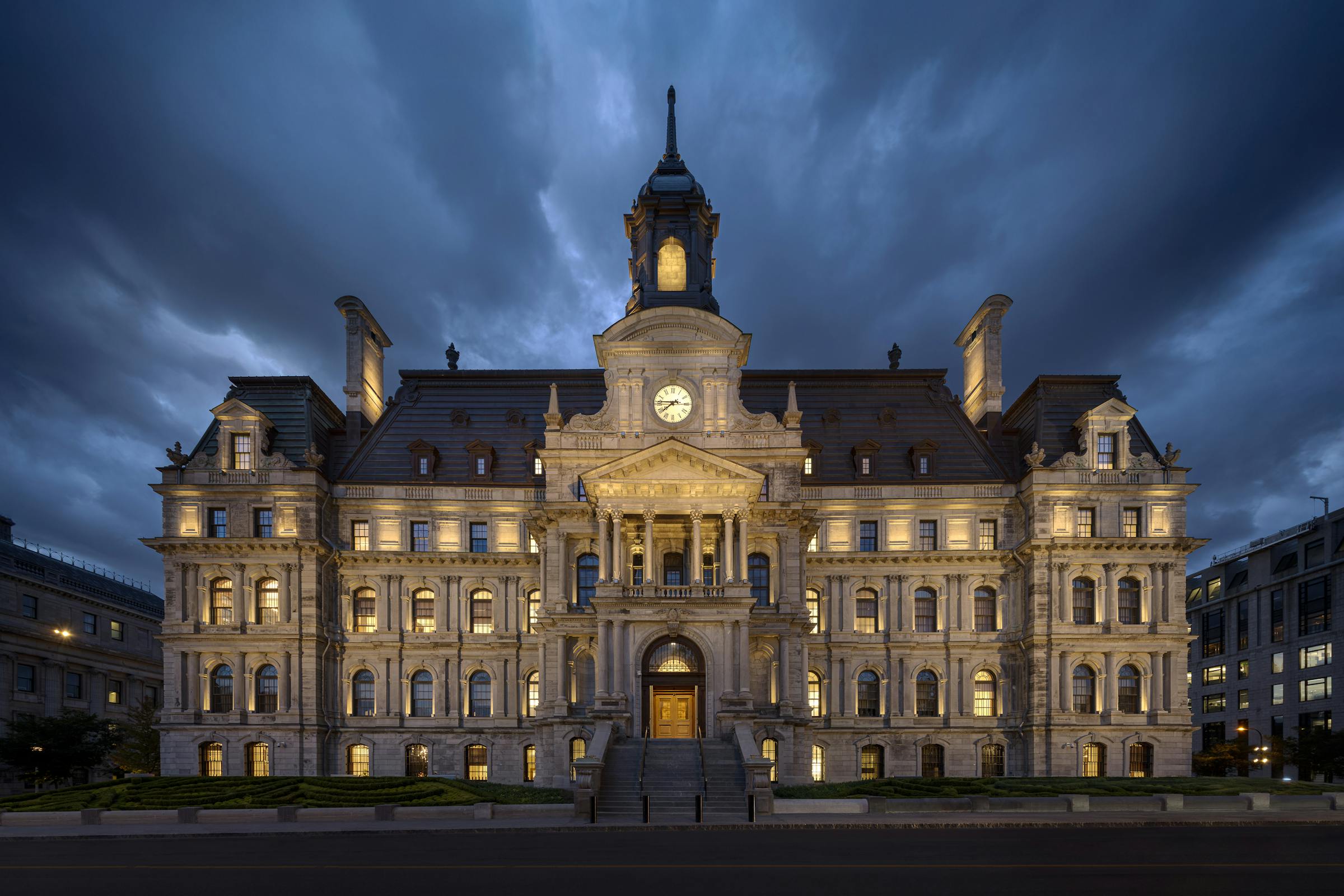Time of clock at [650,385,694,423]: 7:45
